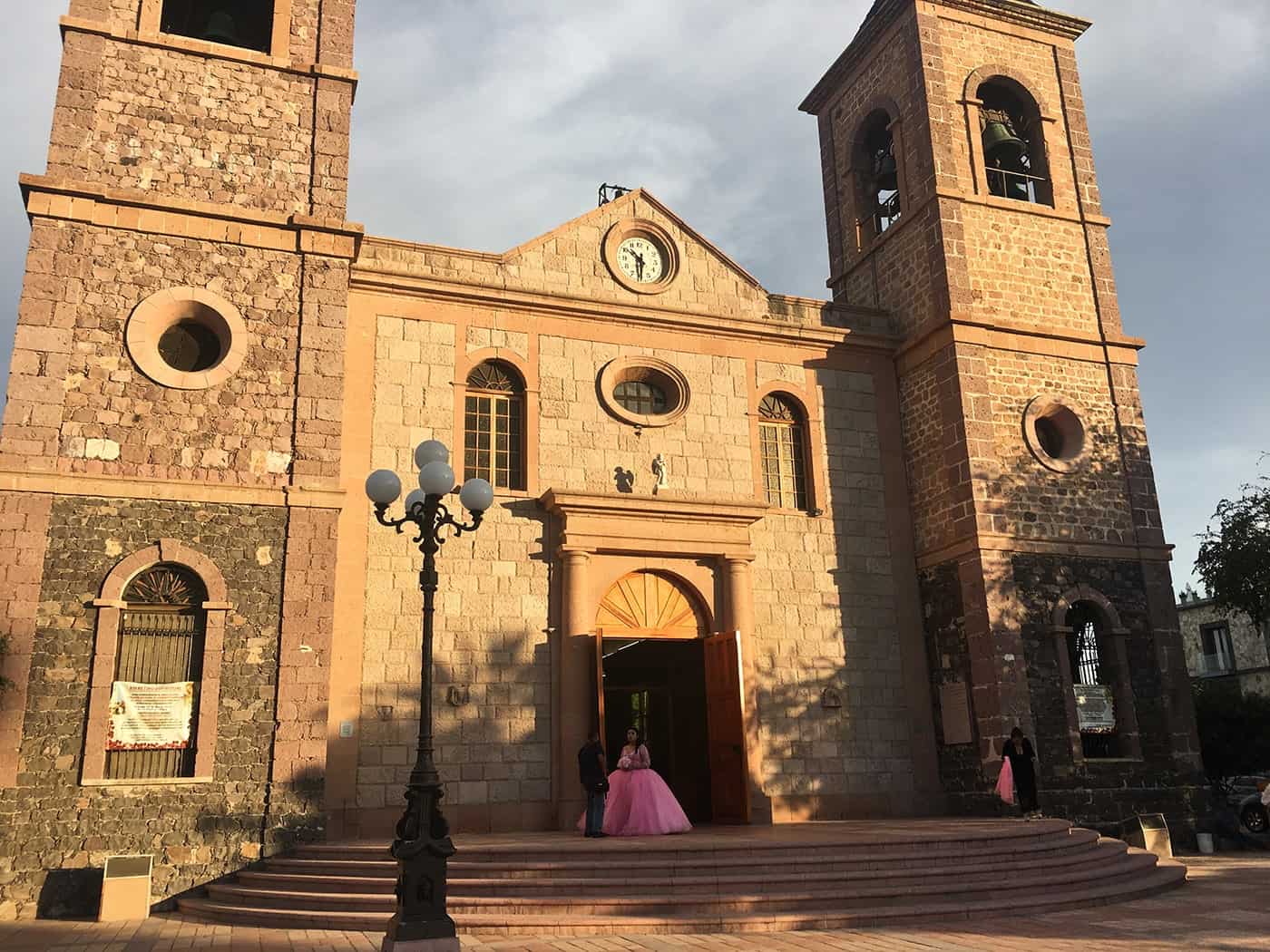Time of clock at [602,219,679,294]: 10:30
